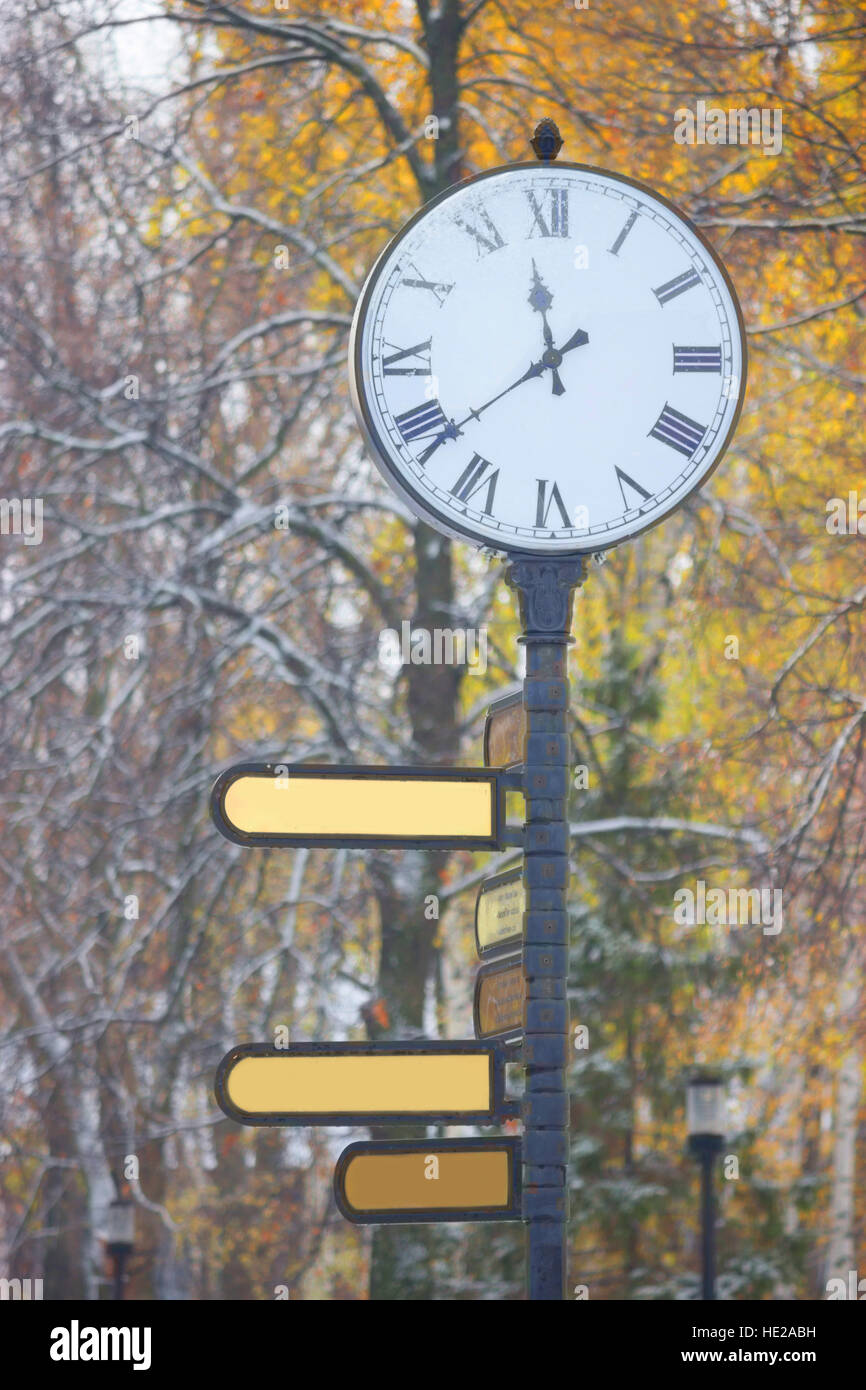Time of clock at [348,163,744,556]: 11:38
